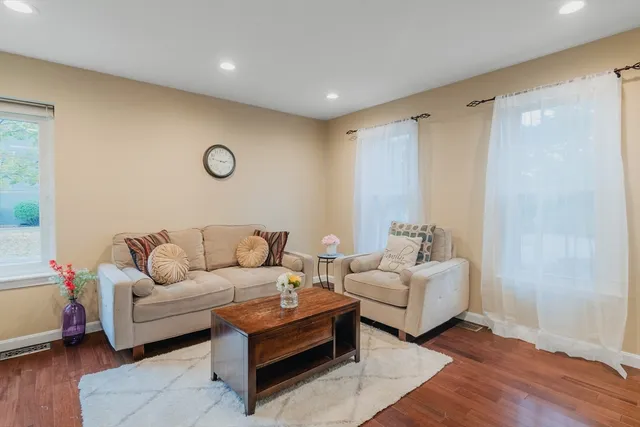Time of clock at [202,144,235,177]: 2:46
